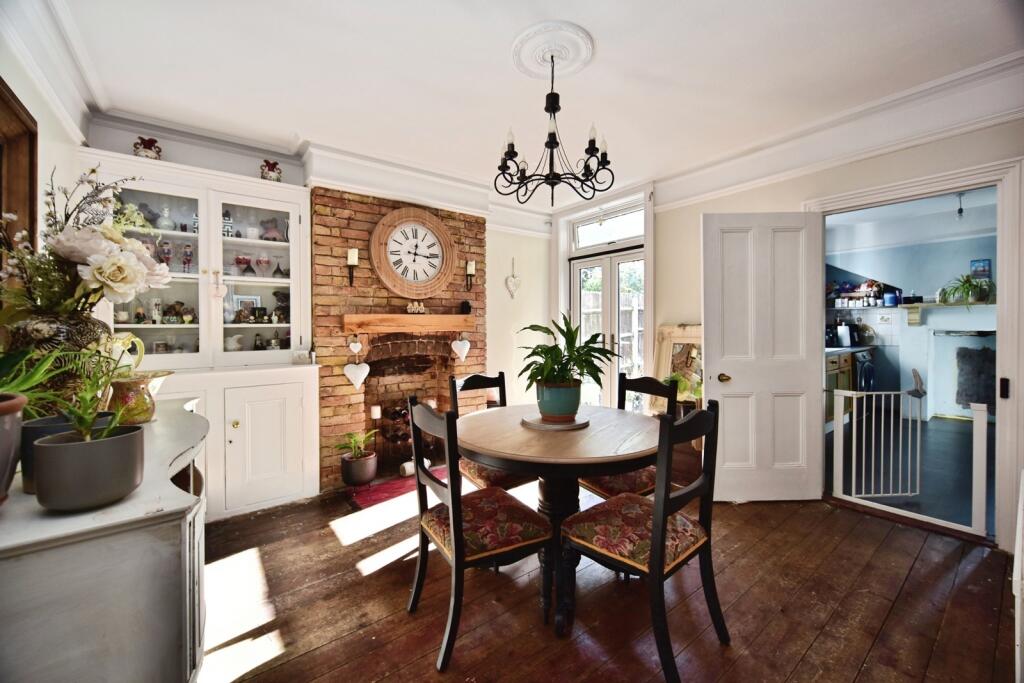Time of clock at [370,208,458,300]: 12:16
